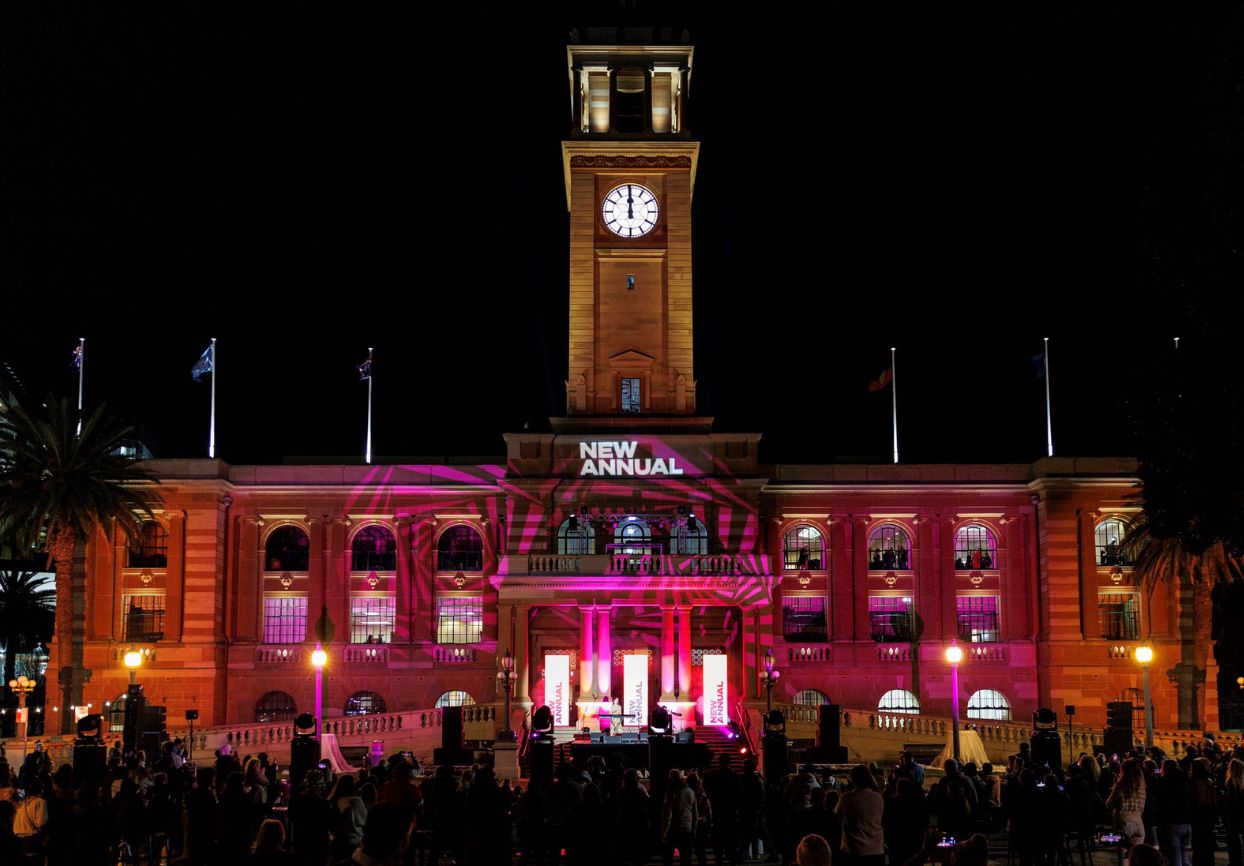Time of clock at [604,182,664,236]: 11:59
